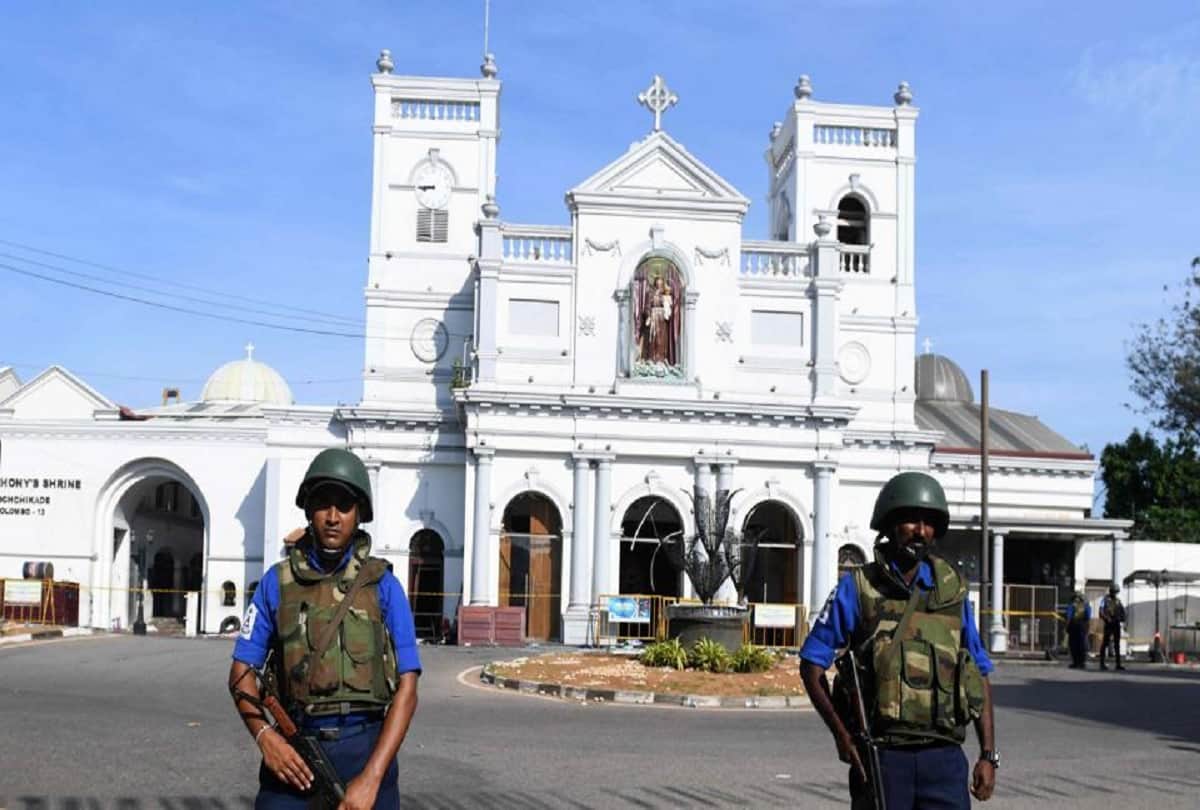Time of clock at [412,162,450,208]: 8:45
